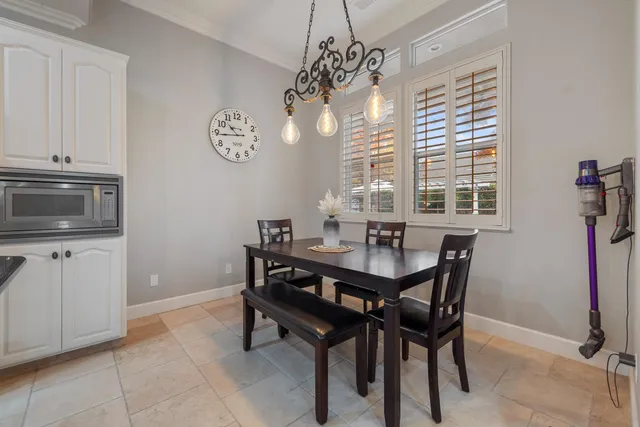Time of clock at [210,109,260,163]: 10:44
